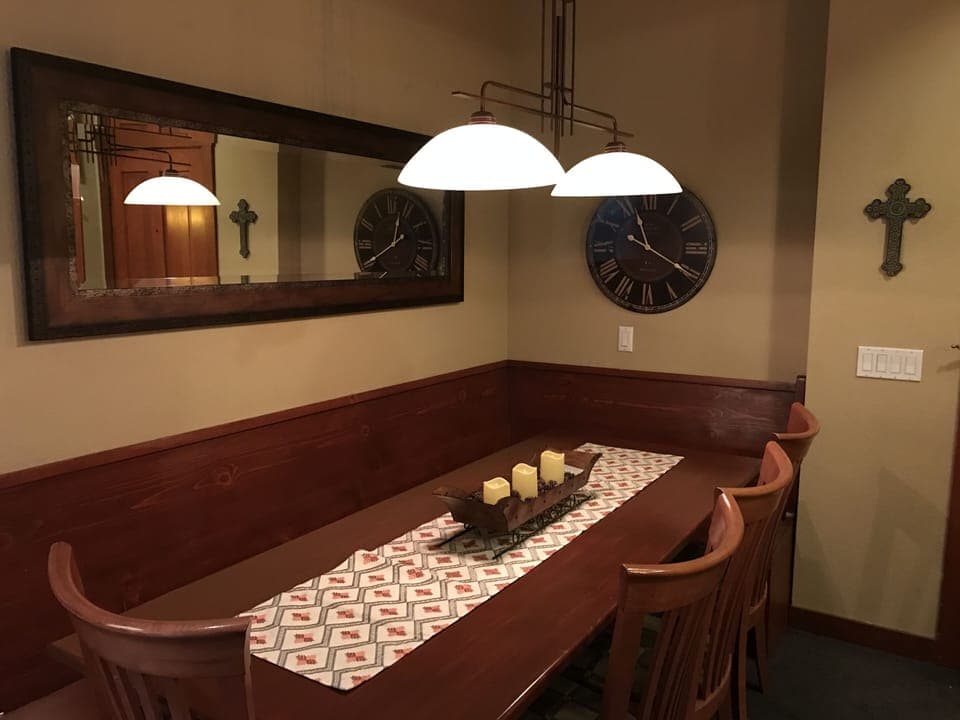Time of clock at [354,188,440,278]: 12:40
